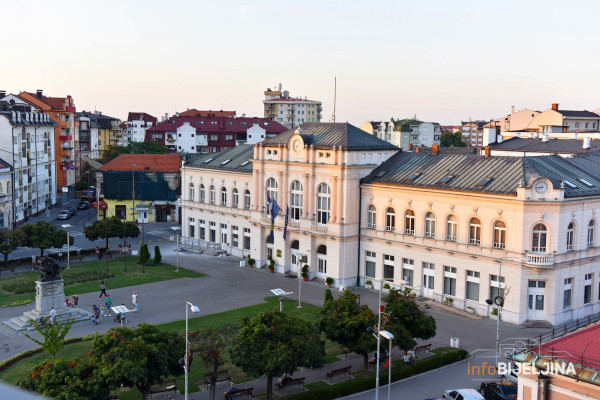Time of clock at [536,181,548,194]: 7:44
